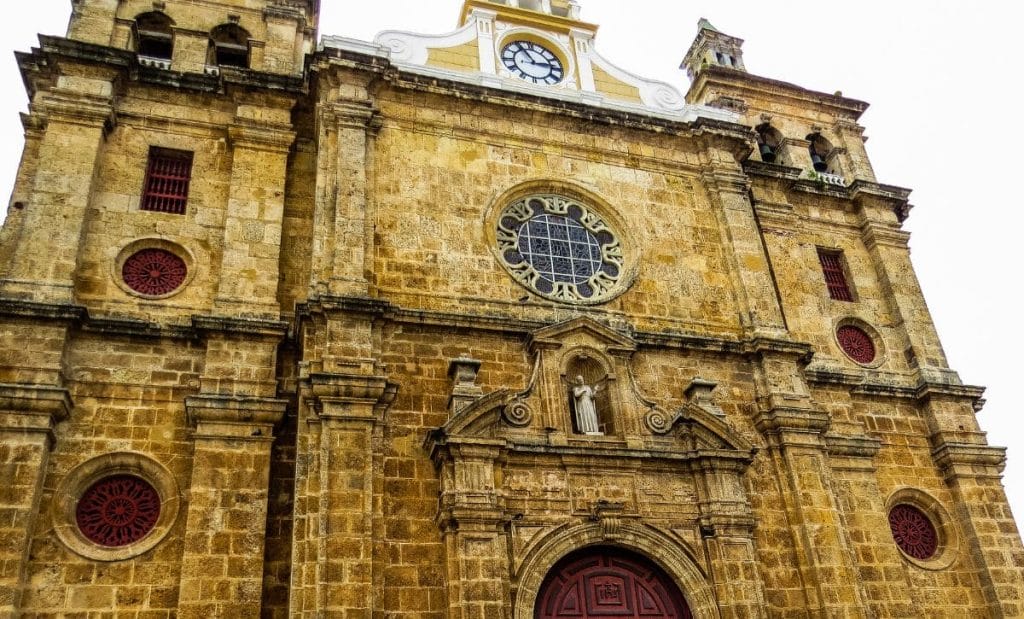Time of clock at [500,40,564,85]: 2:54
